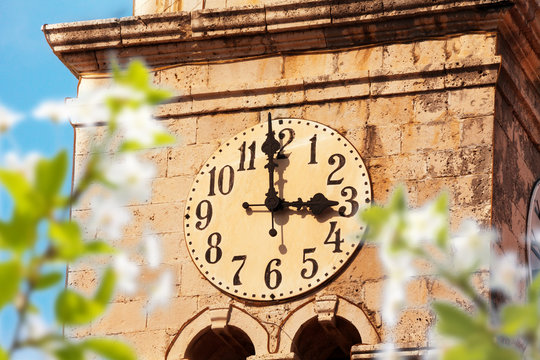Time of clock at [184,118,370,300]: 2:59
